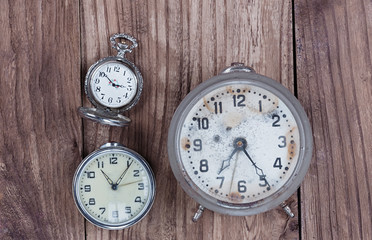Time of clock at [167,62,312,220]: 7:24
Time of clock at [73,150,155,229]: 11:06
